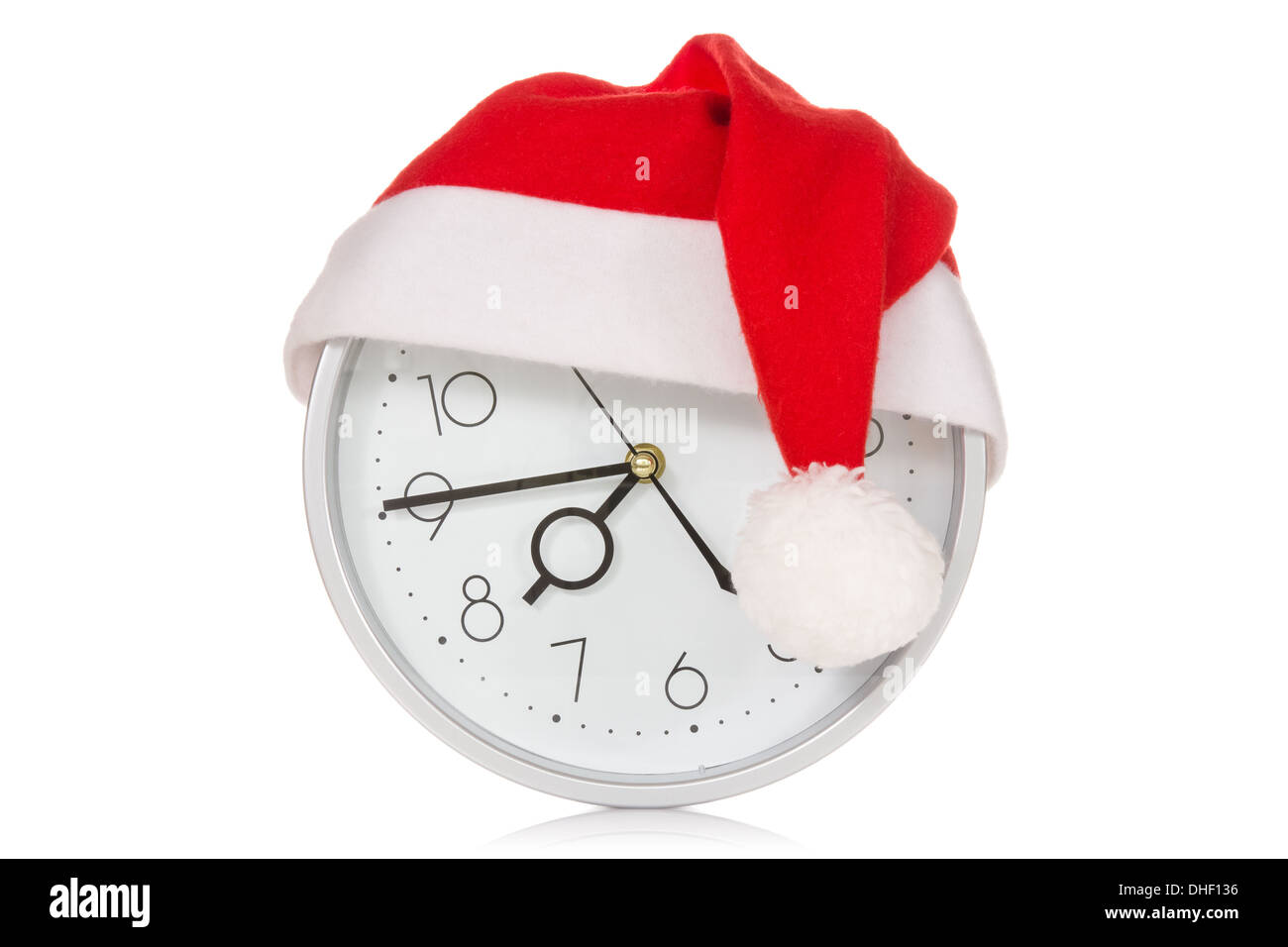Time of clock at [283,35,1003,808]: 7:45
